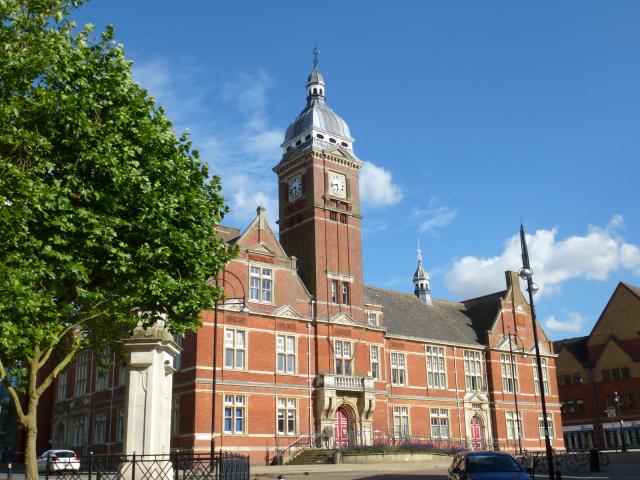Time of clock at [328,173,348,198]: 5:42
